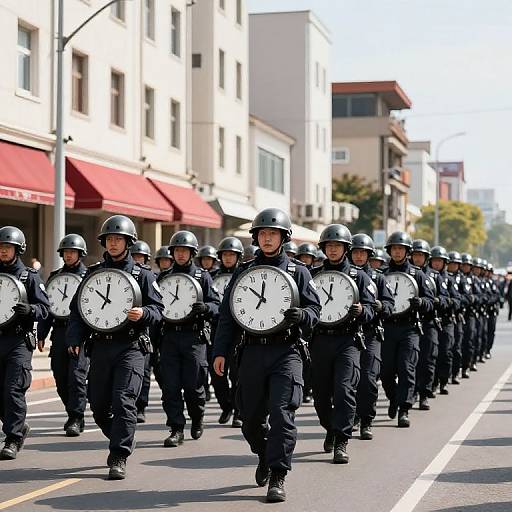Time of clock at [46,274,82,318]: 11:51
